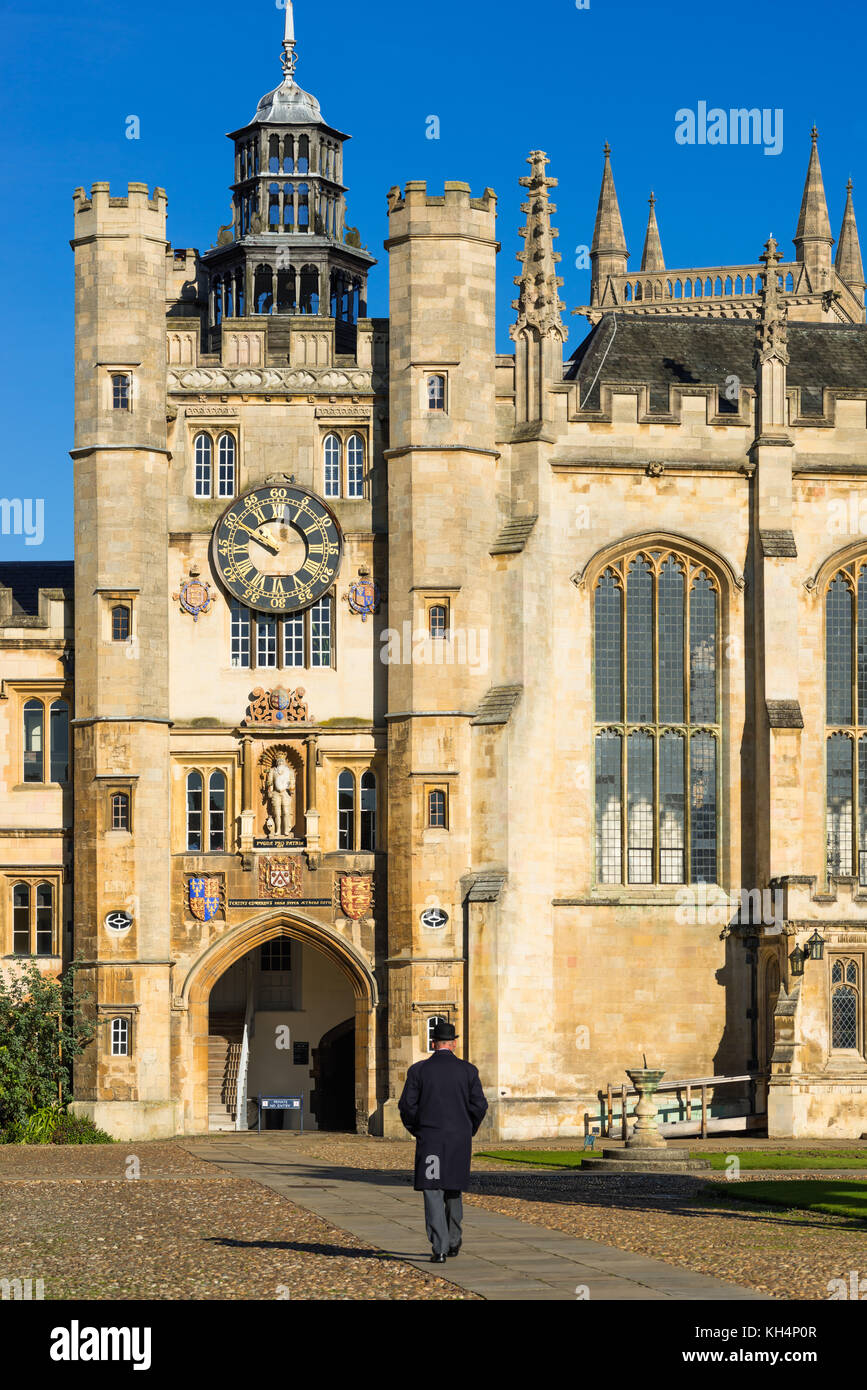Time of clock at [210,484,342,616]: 9:50
